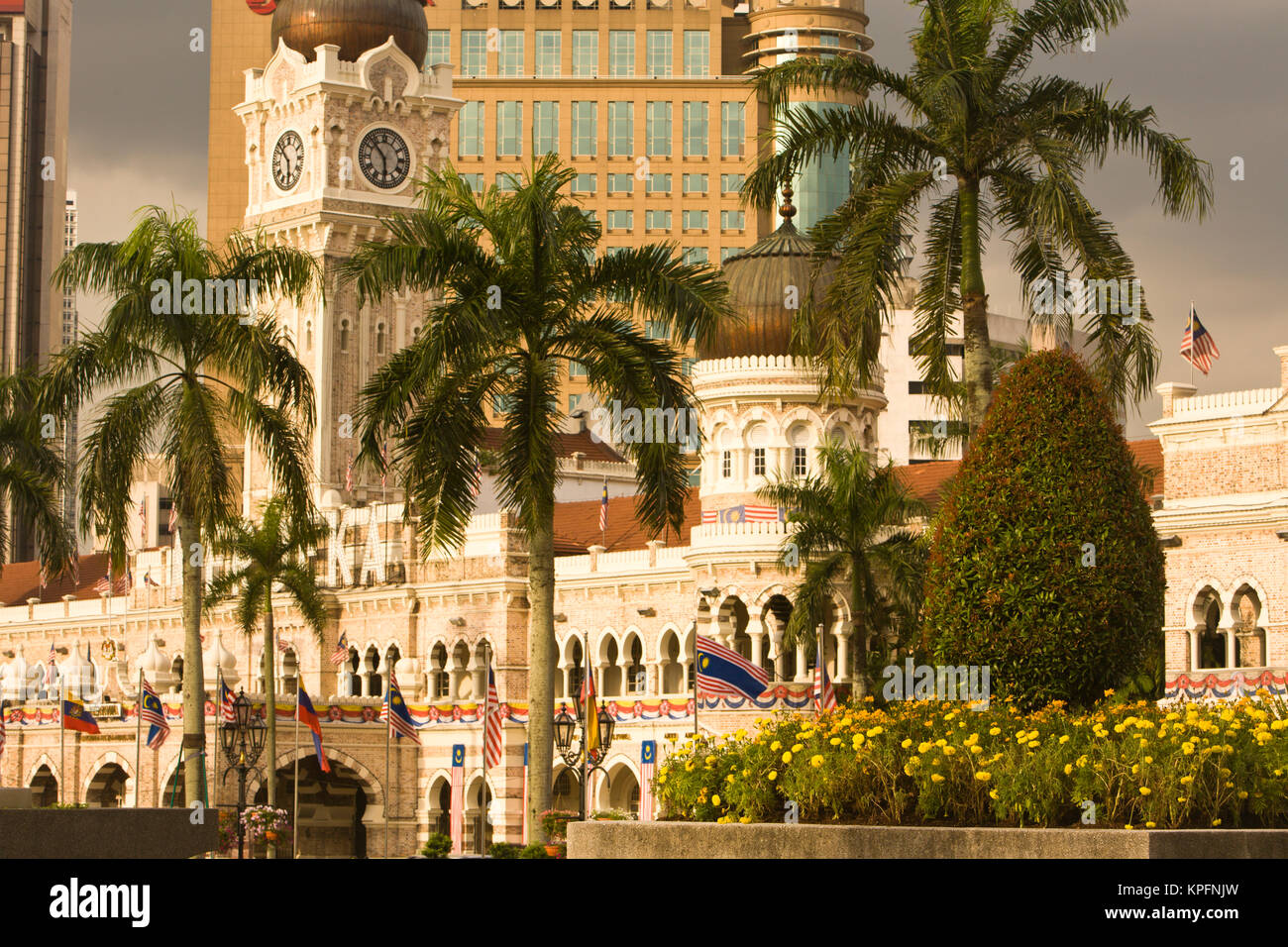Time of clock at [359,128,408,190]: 5:52
